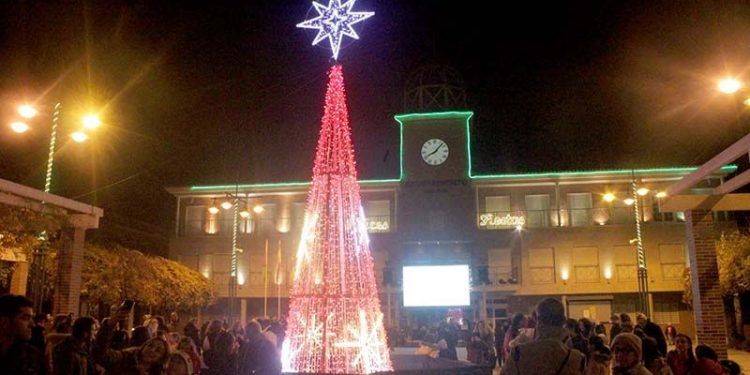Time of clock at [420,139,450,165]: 8:07
